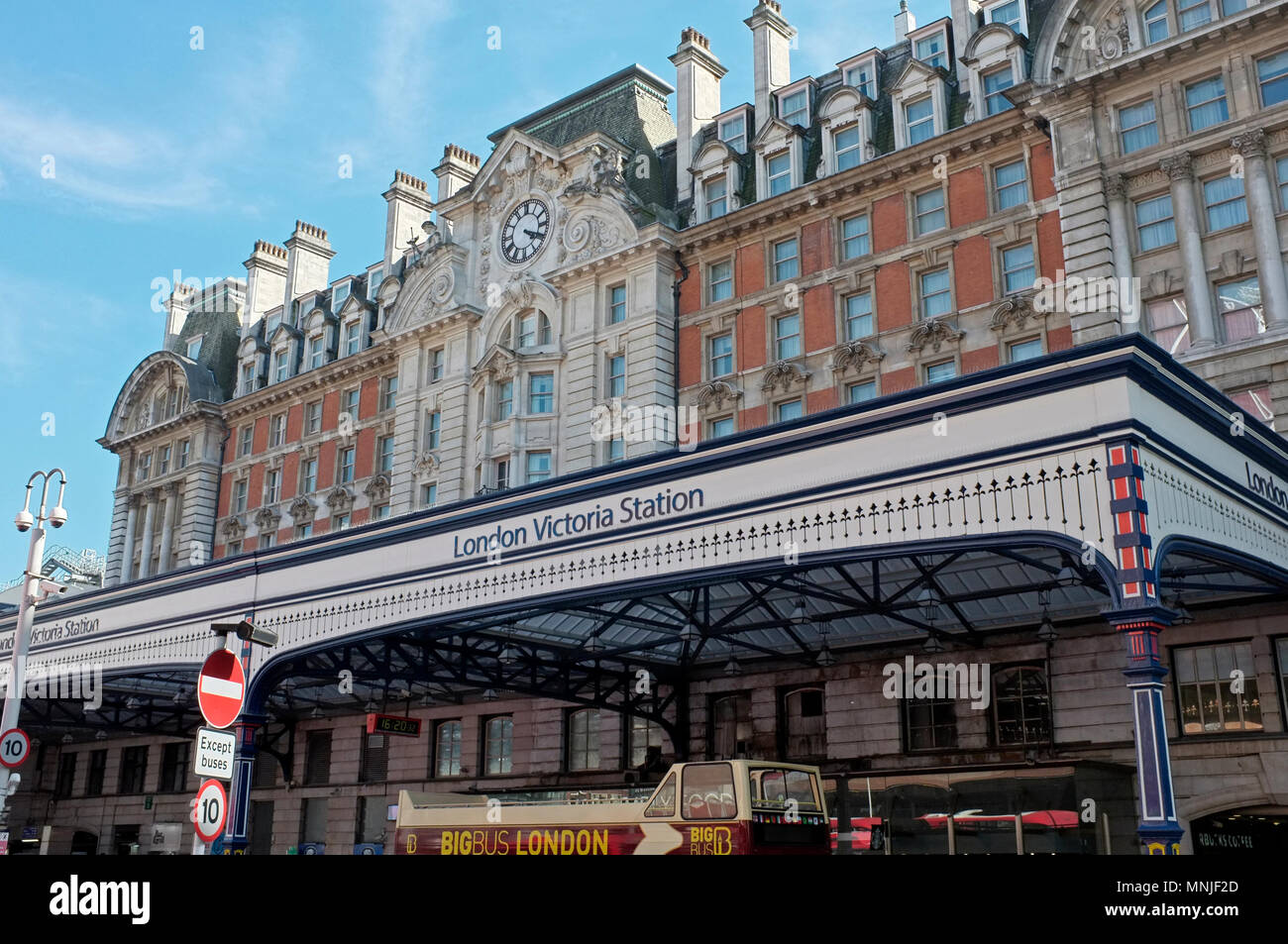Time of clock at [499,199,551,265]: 4:19
